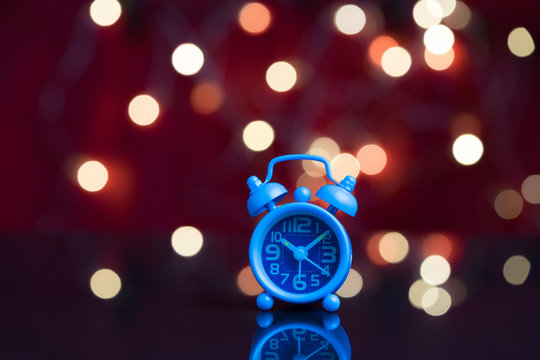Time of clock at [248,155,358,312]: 10:08
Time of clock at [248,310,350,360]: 12:00
